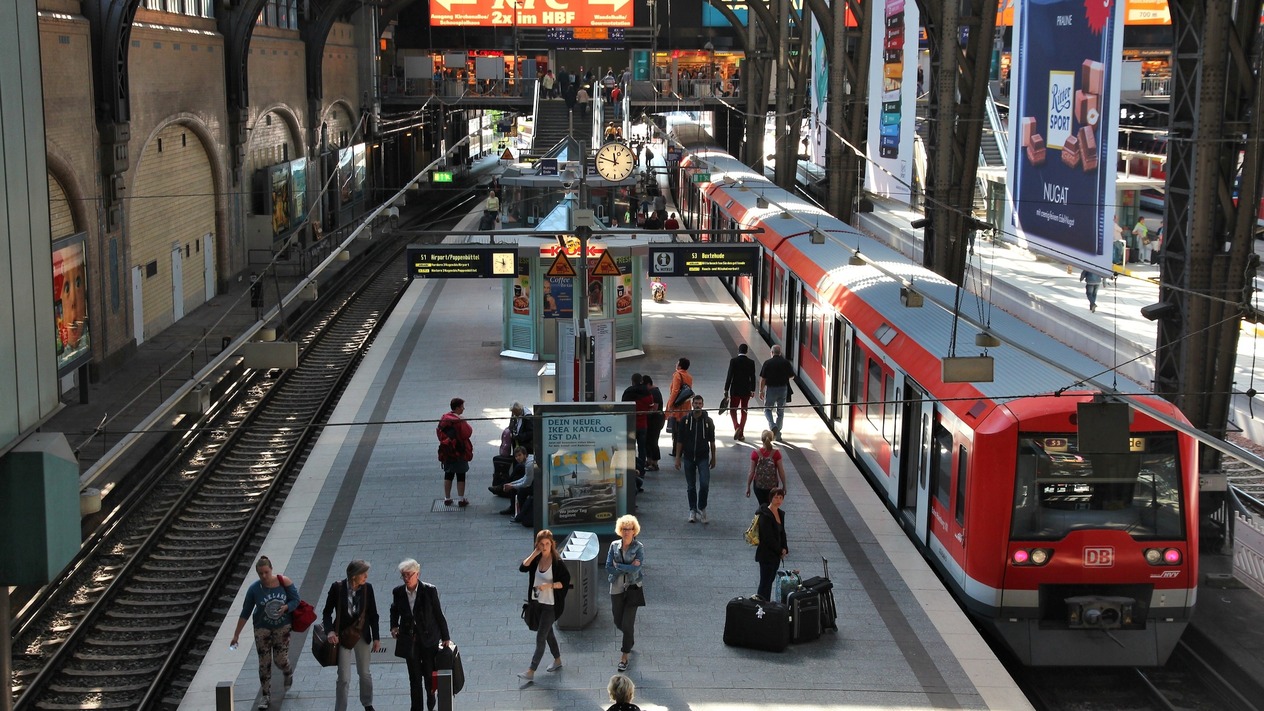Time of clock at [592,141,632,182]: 11:47
